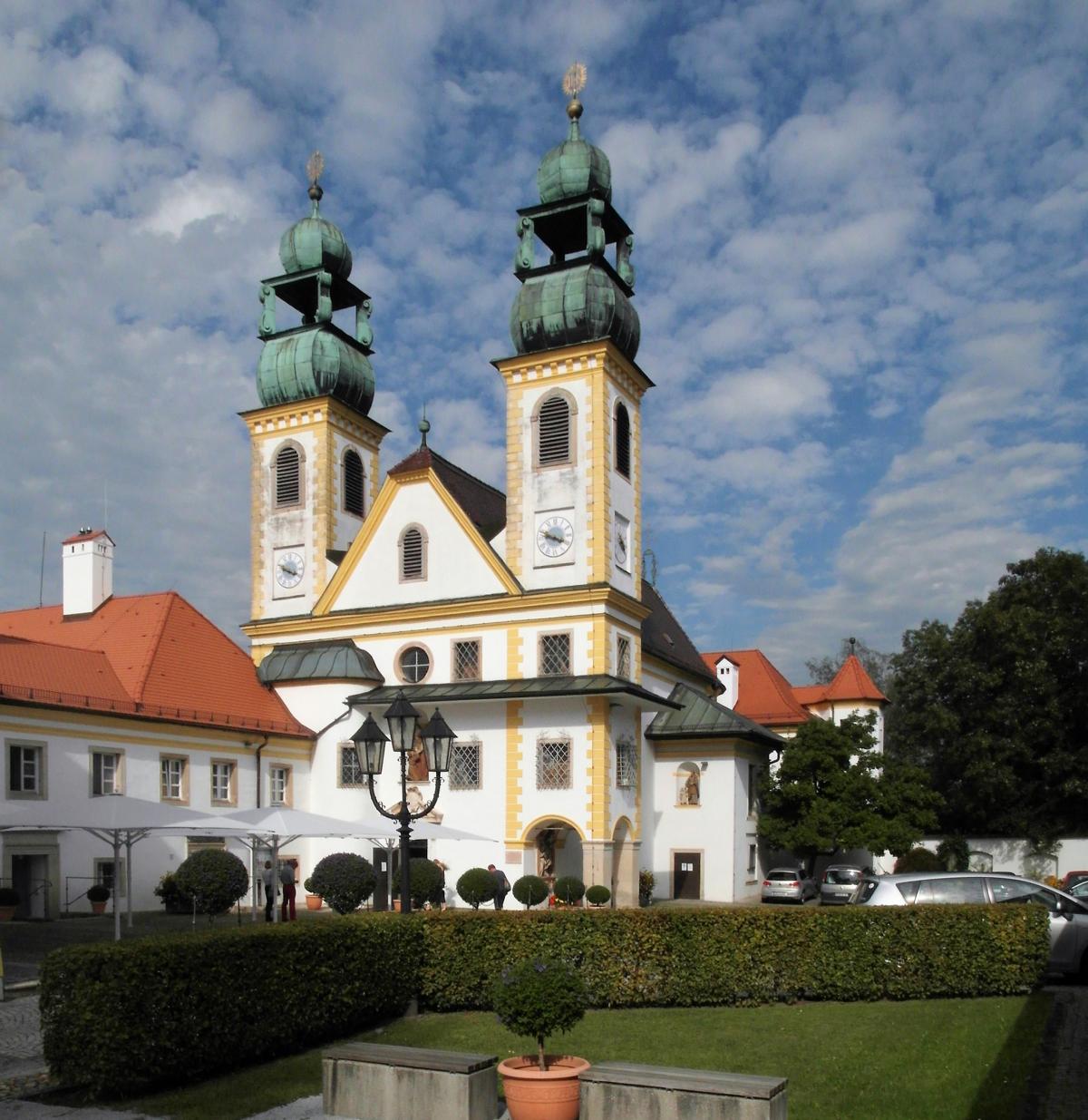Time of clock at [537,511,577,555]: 3:48
